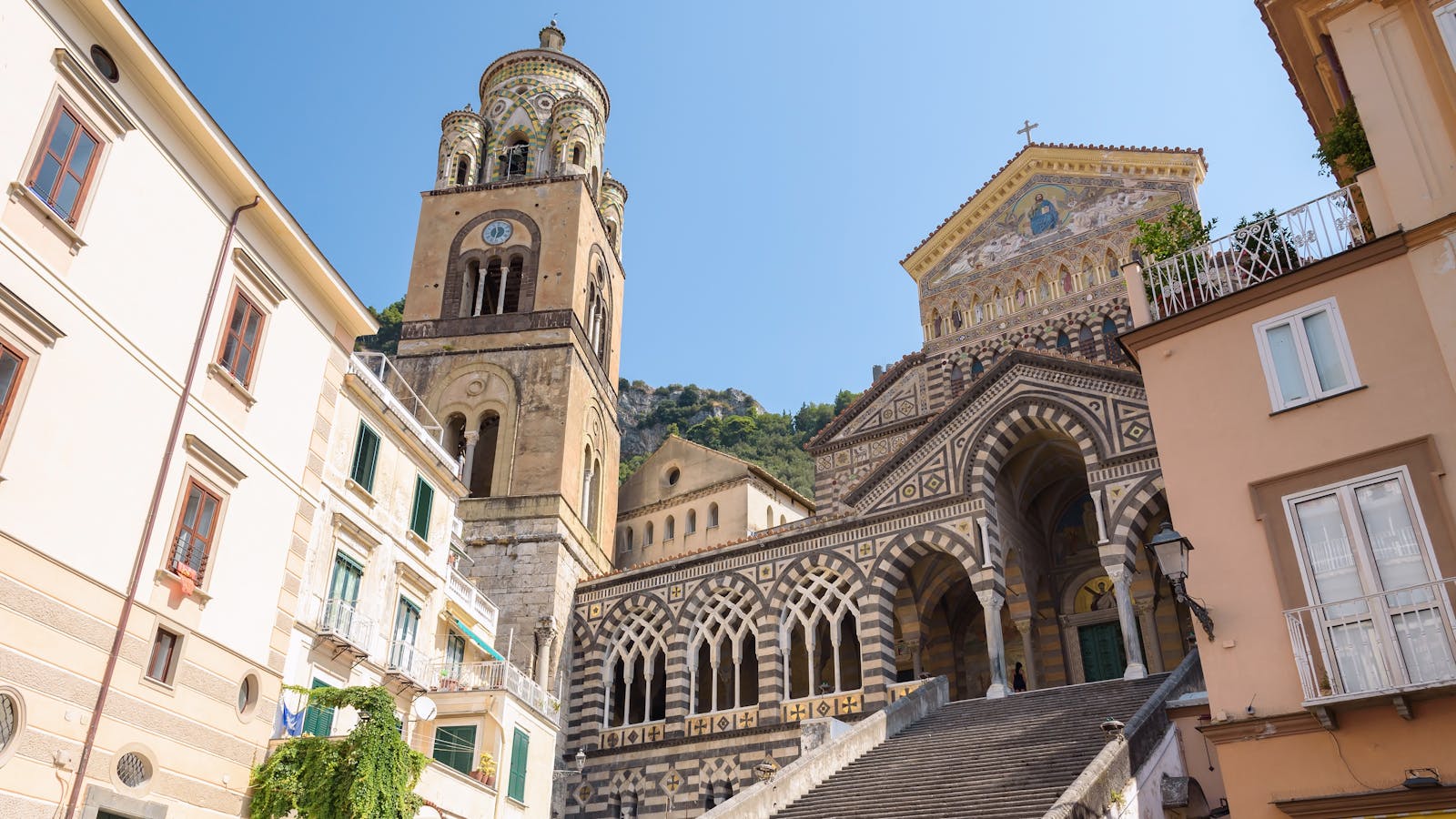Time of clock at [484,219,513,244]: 11:32
